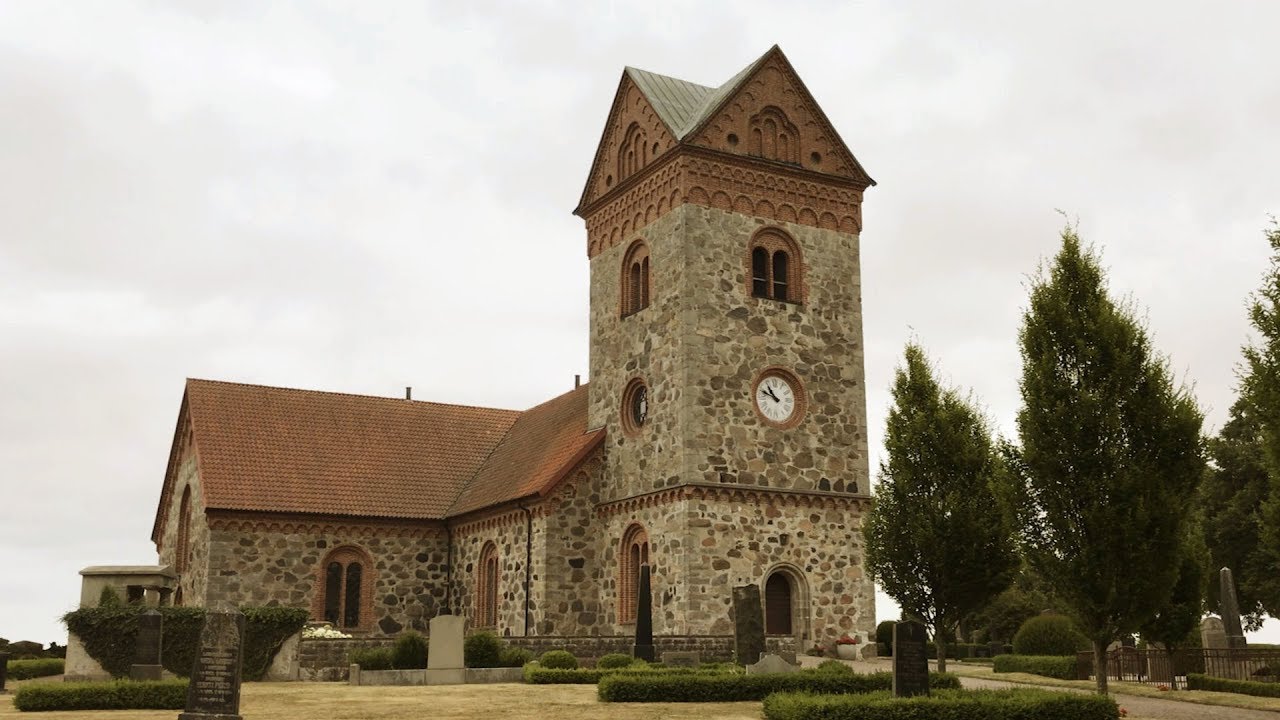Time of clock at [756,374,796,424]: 10:48
